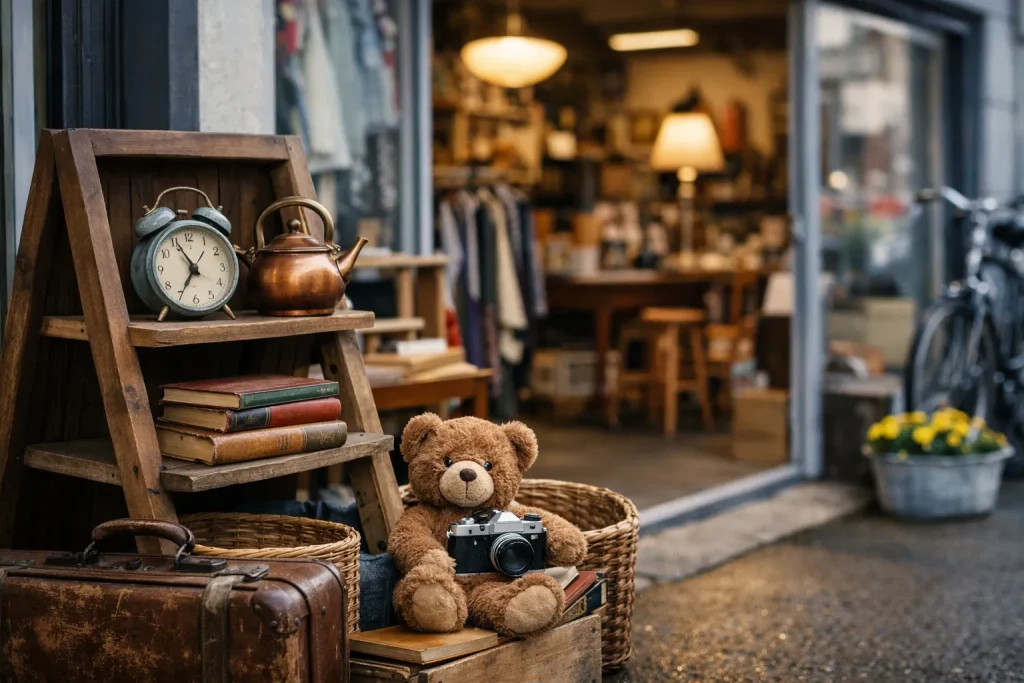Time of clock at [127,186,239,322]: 6:55
